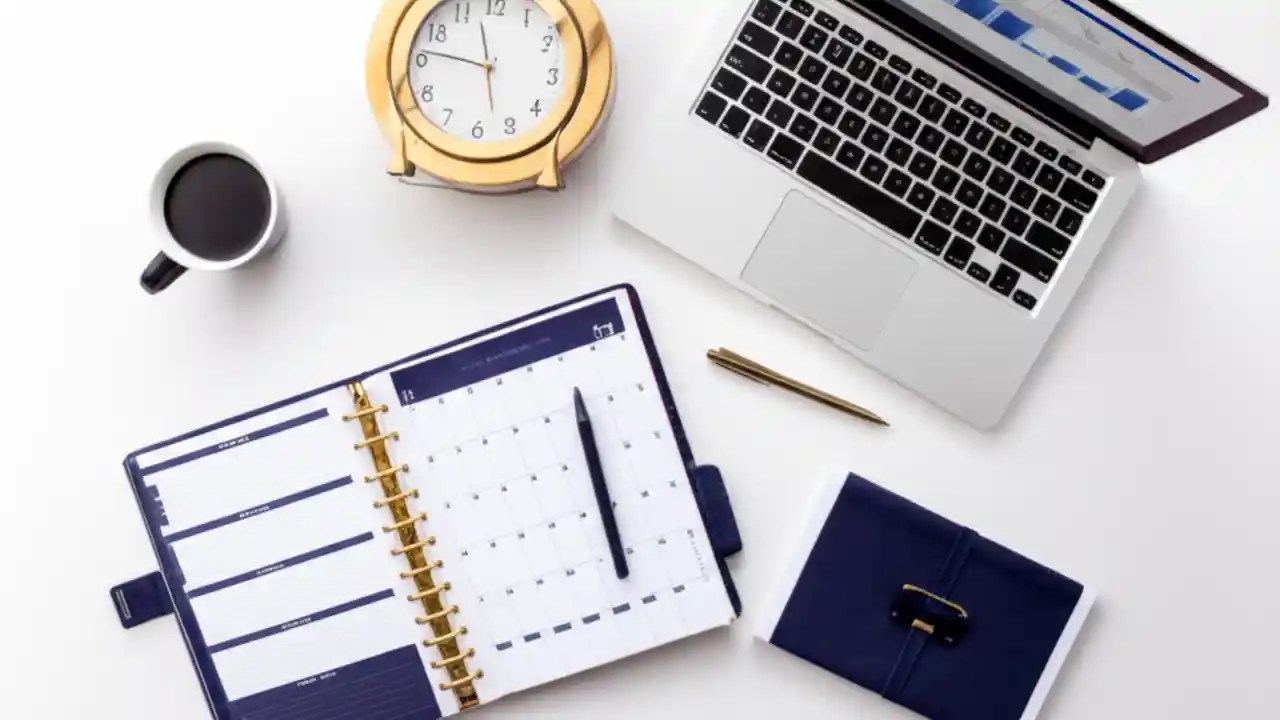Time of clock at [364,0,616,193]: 11:46
